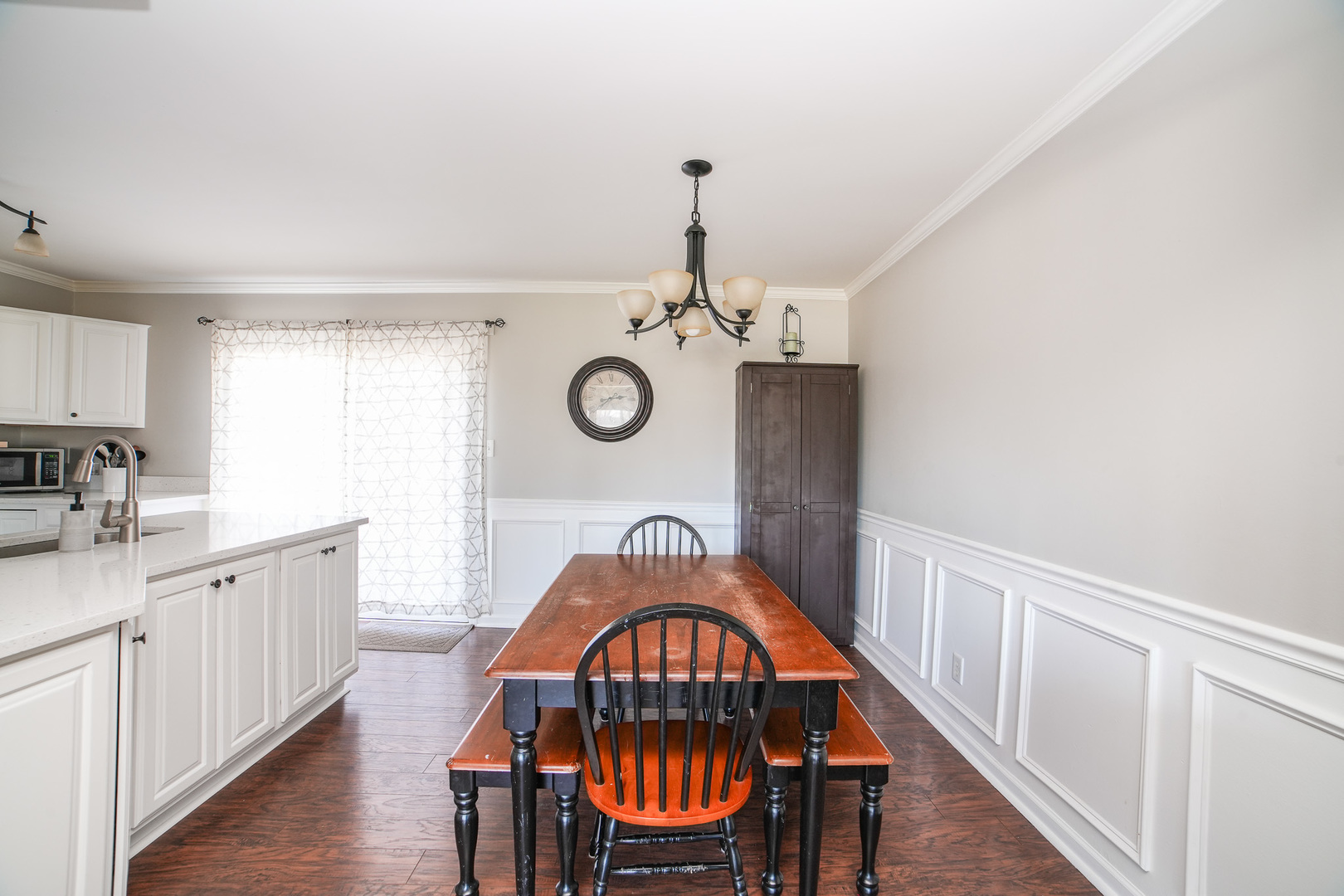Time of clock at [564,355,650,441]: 2:38
